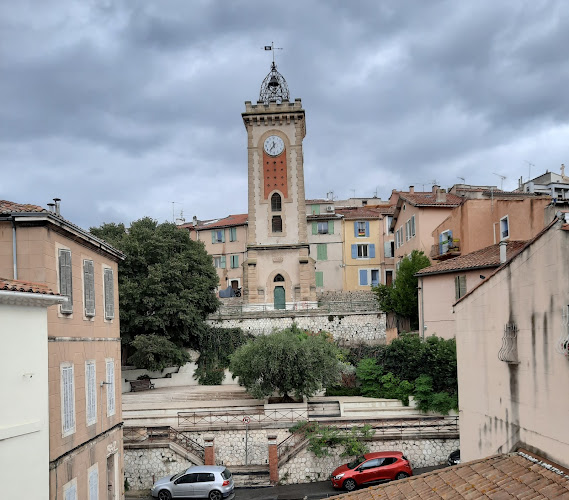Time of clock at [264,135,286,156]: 11:36
